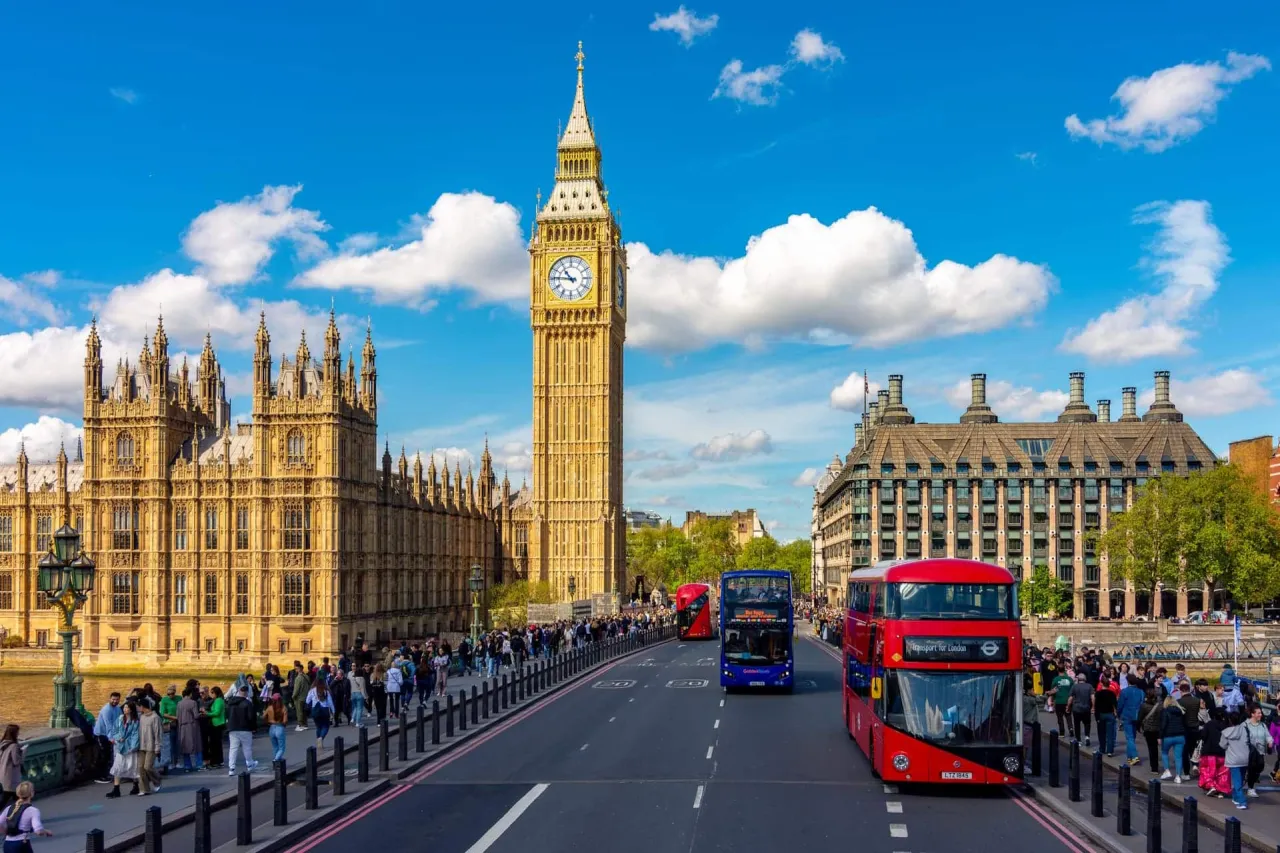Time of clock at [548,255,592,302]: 10:45
